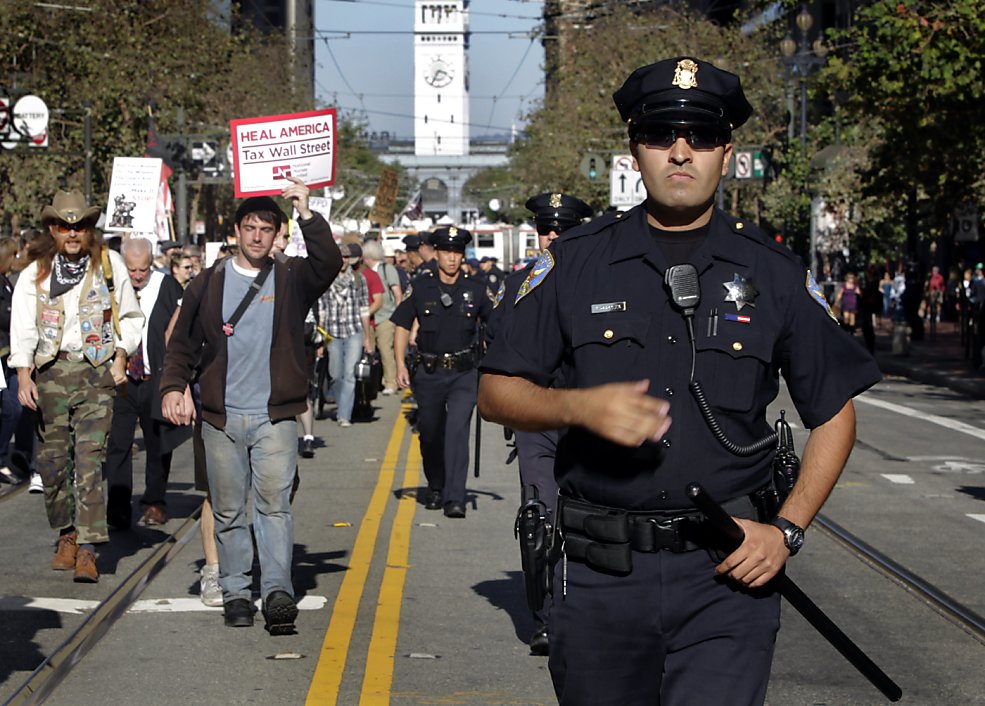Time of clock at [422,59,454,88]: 3:34
